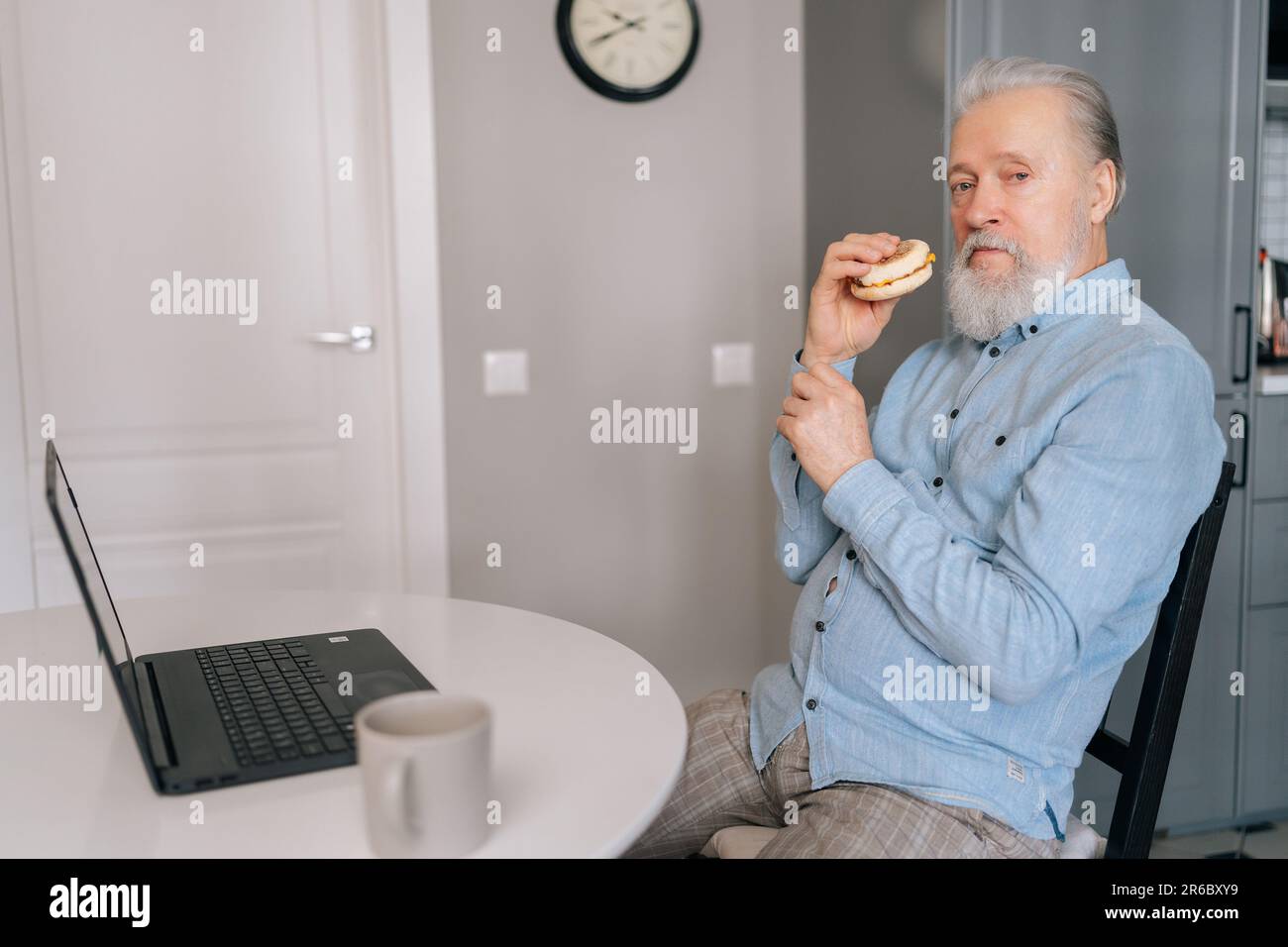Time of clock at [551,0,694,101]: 9:40
